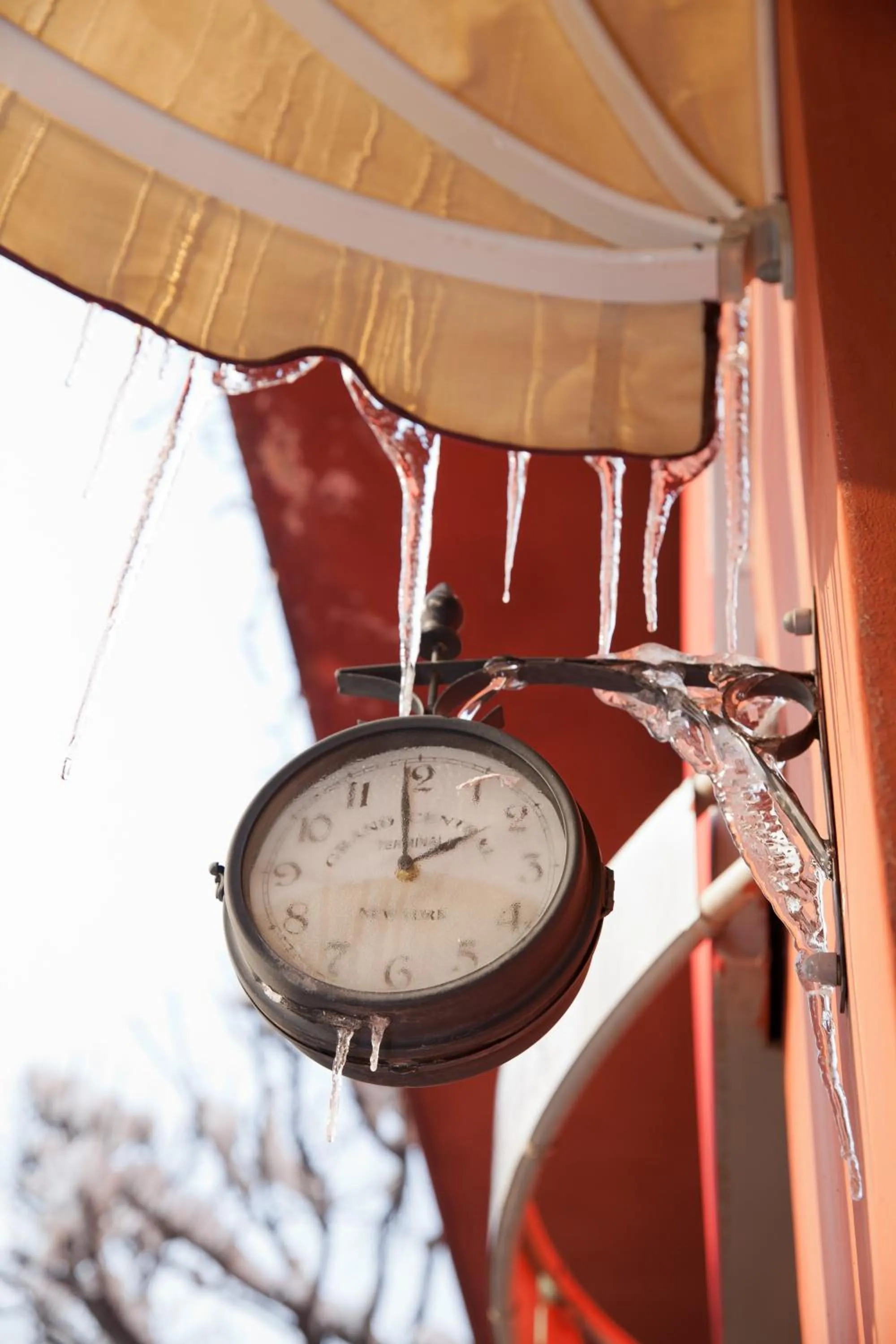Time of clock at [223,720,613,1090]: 1:59
